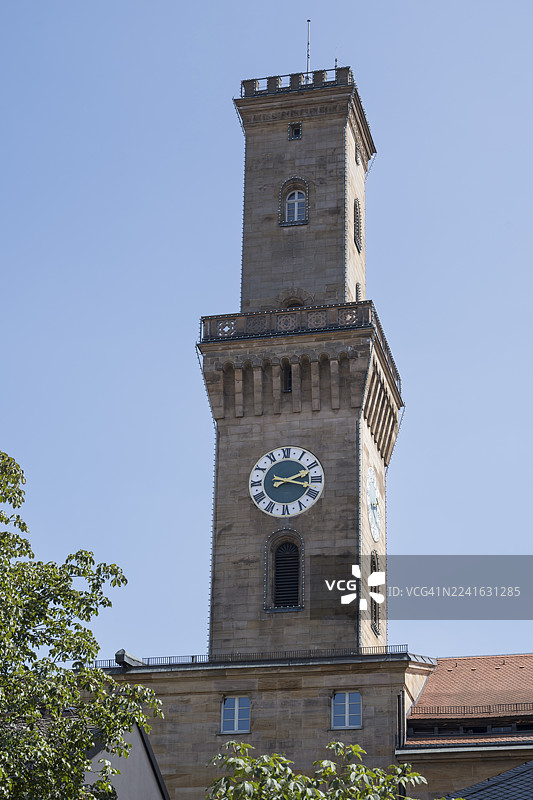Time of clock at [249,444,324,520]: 2:17
